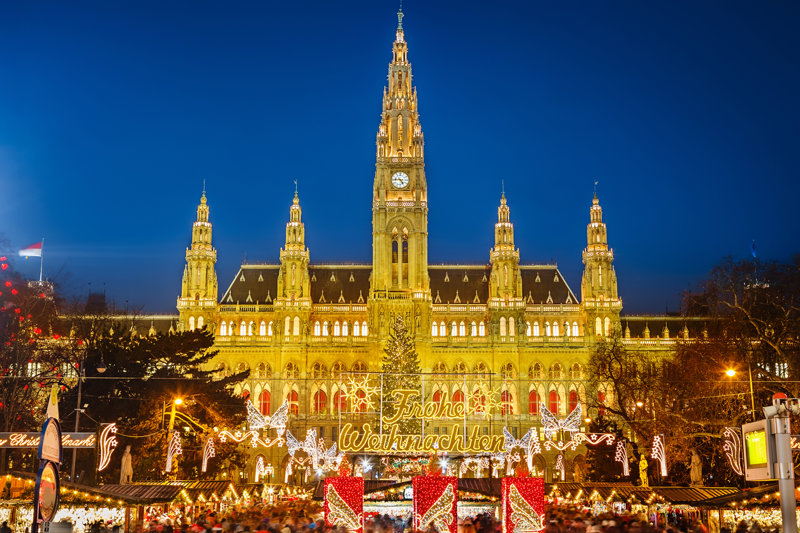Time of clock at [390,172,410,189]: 4:45
